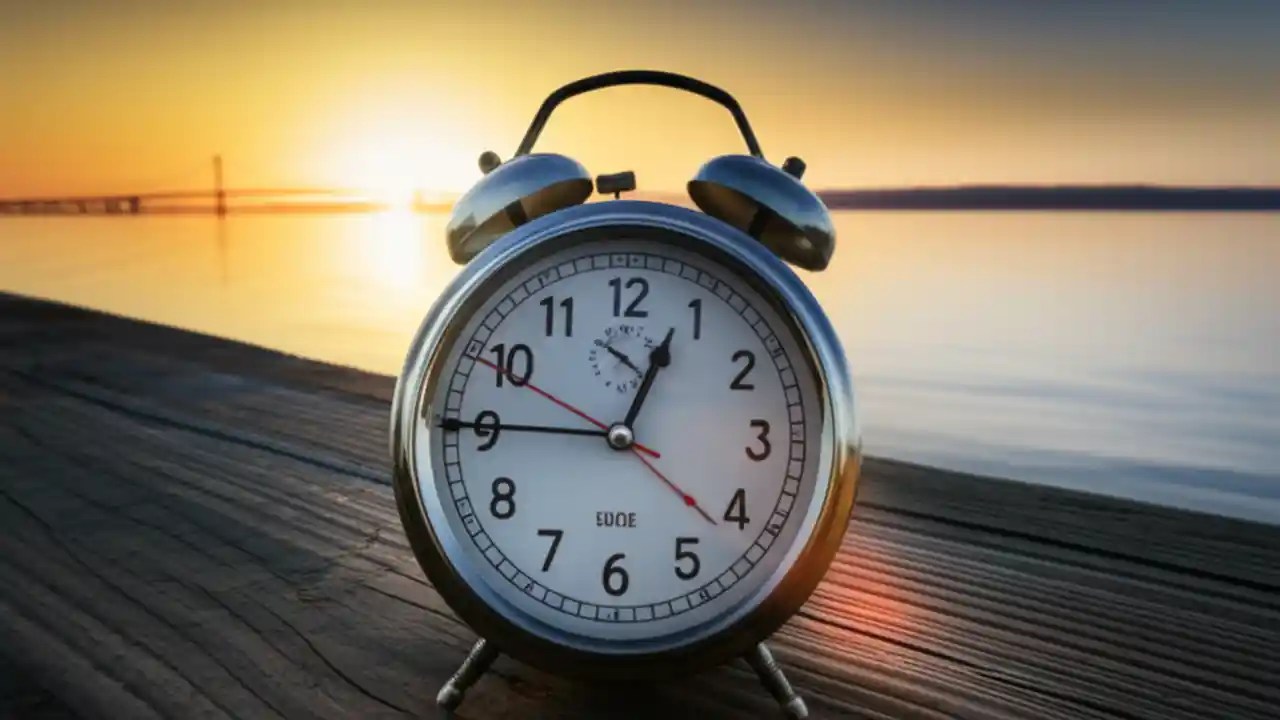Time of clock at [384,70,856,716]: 12:45
